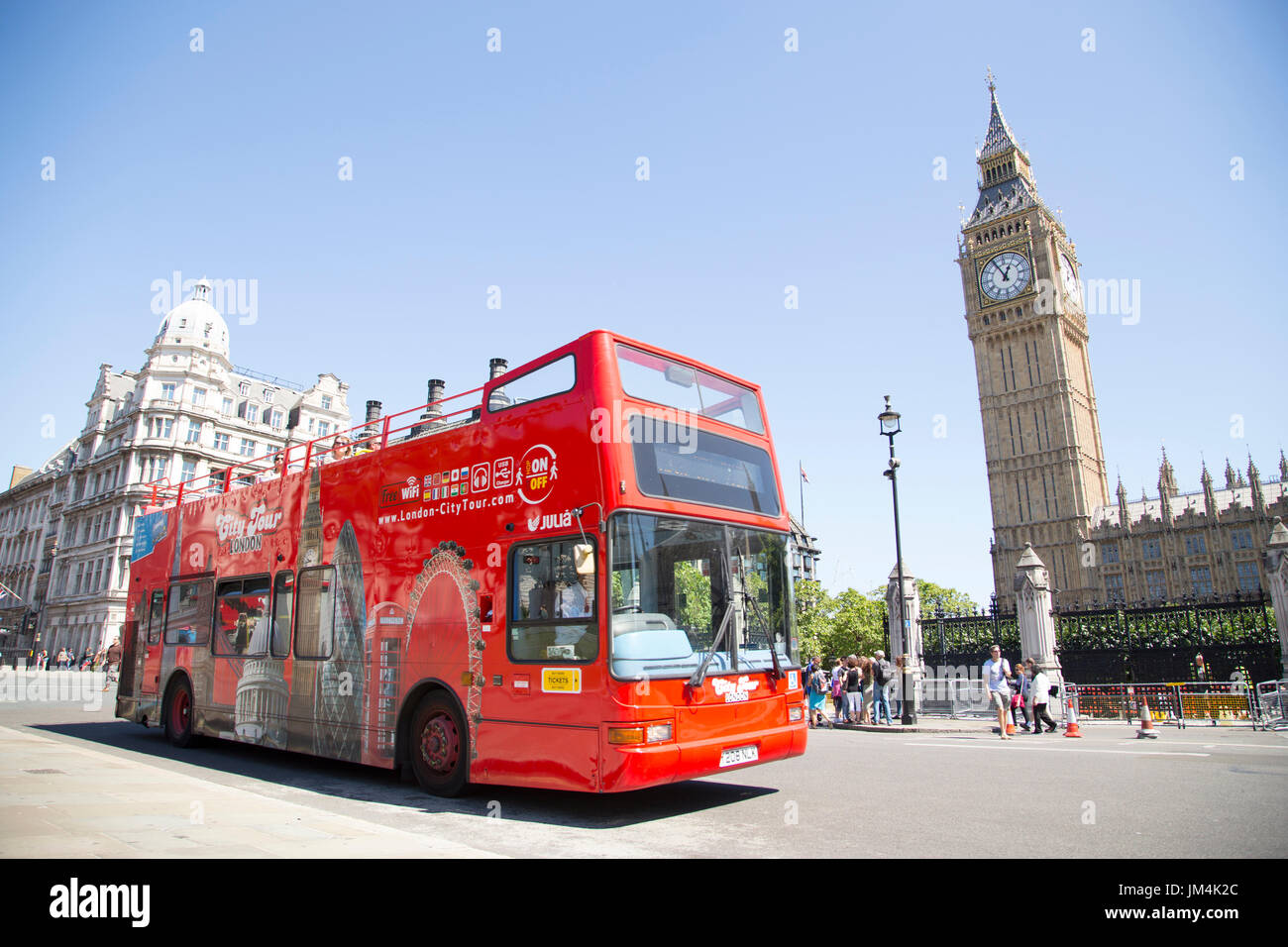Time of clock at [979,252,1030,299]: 12:55
